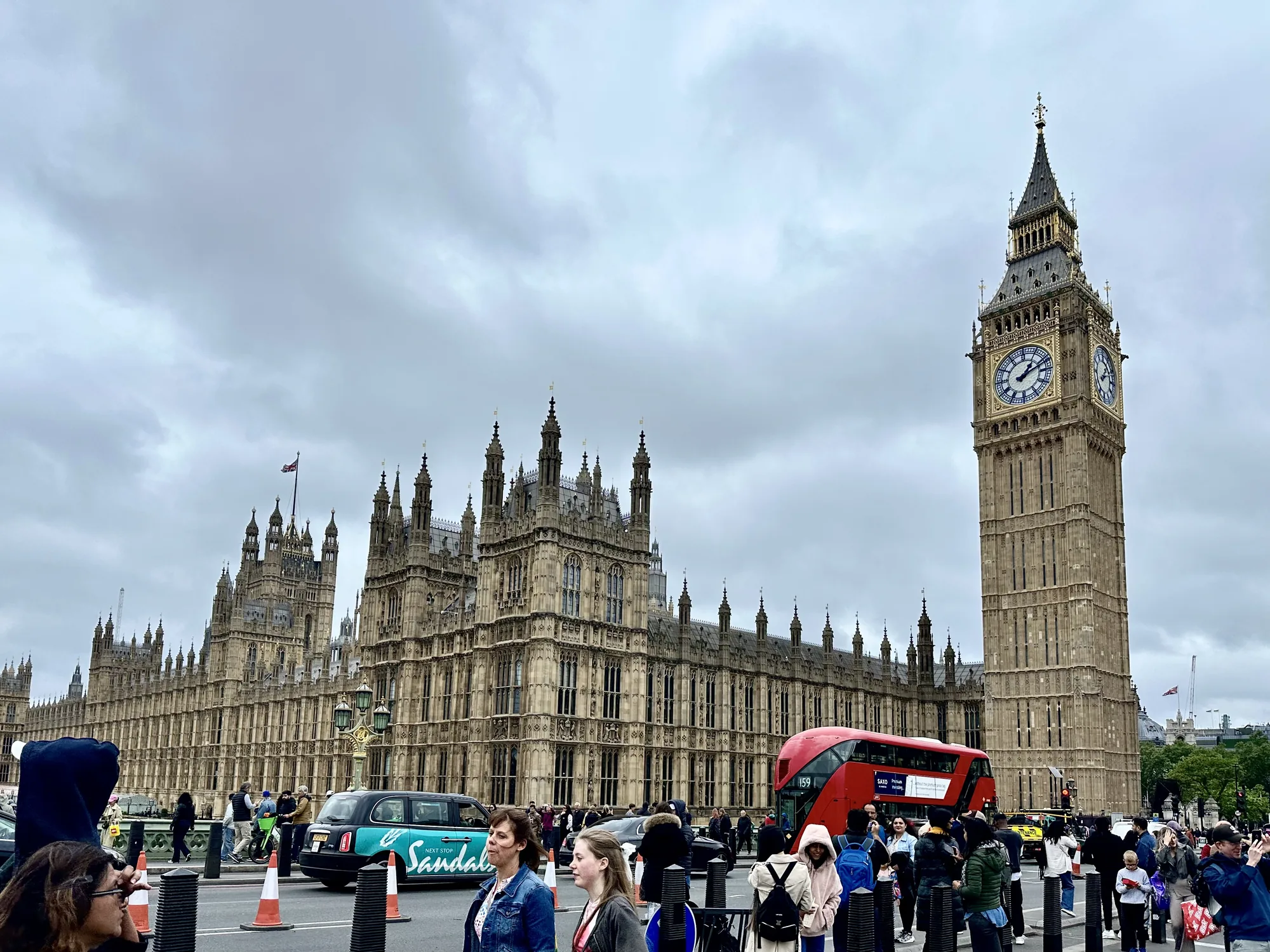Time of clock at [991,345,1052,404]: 1:11
